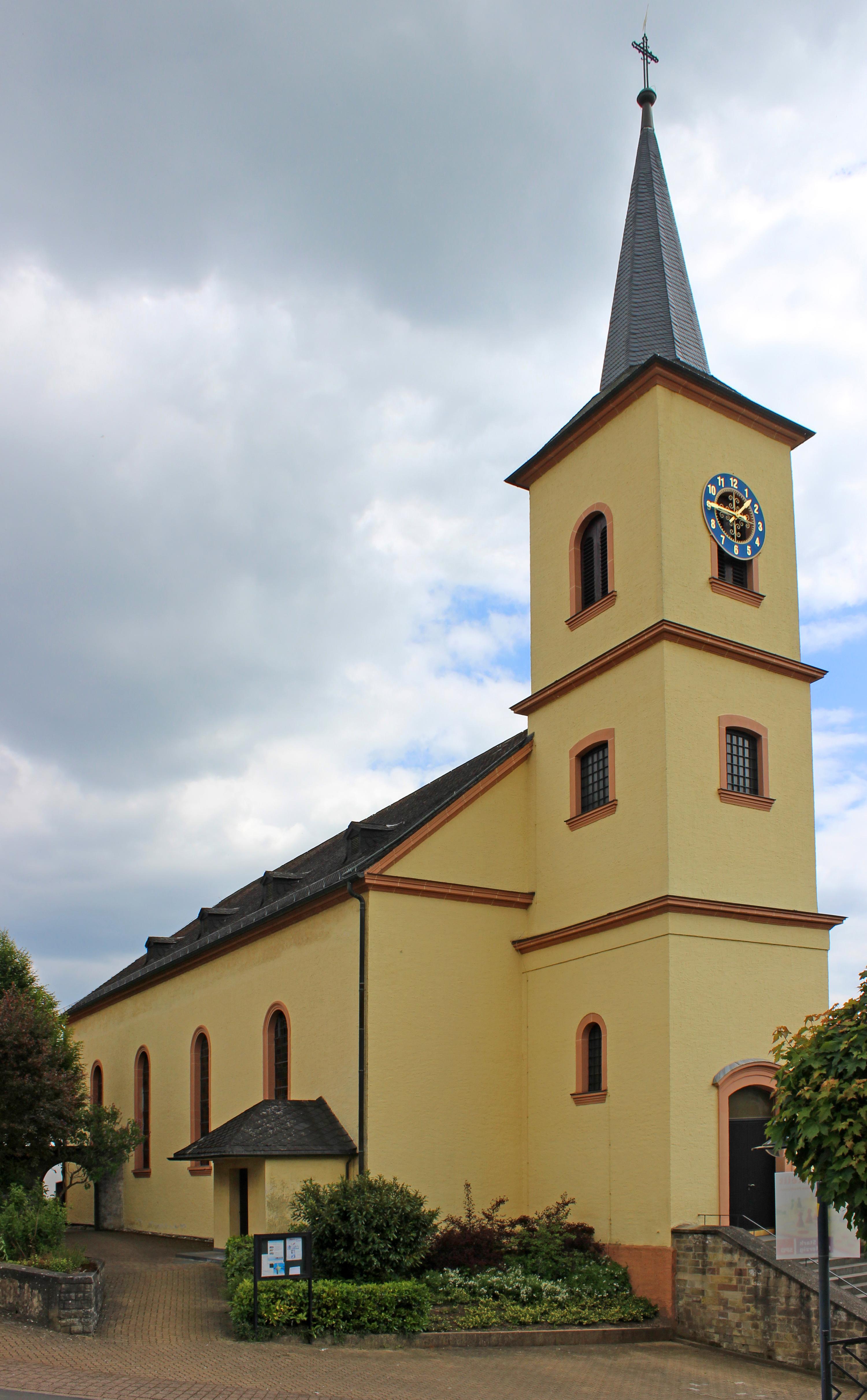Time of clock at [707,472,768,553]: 9:07
